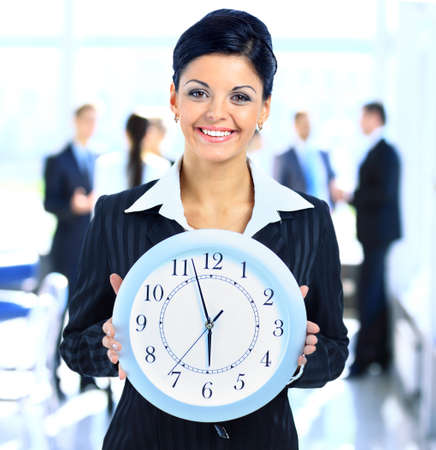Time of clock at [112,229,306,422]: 5:57
